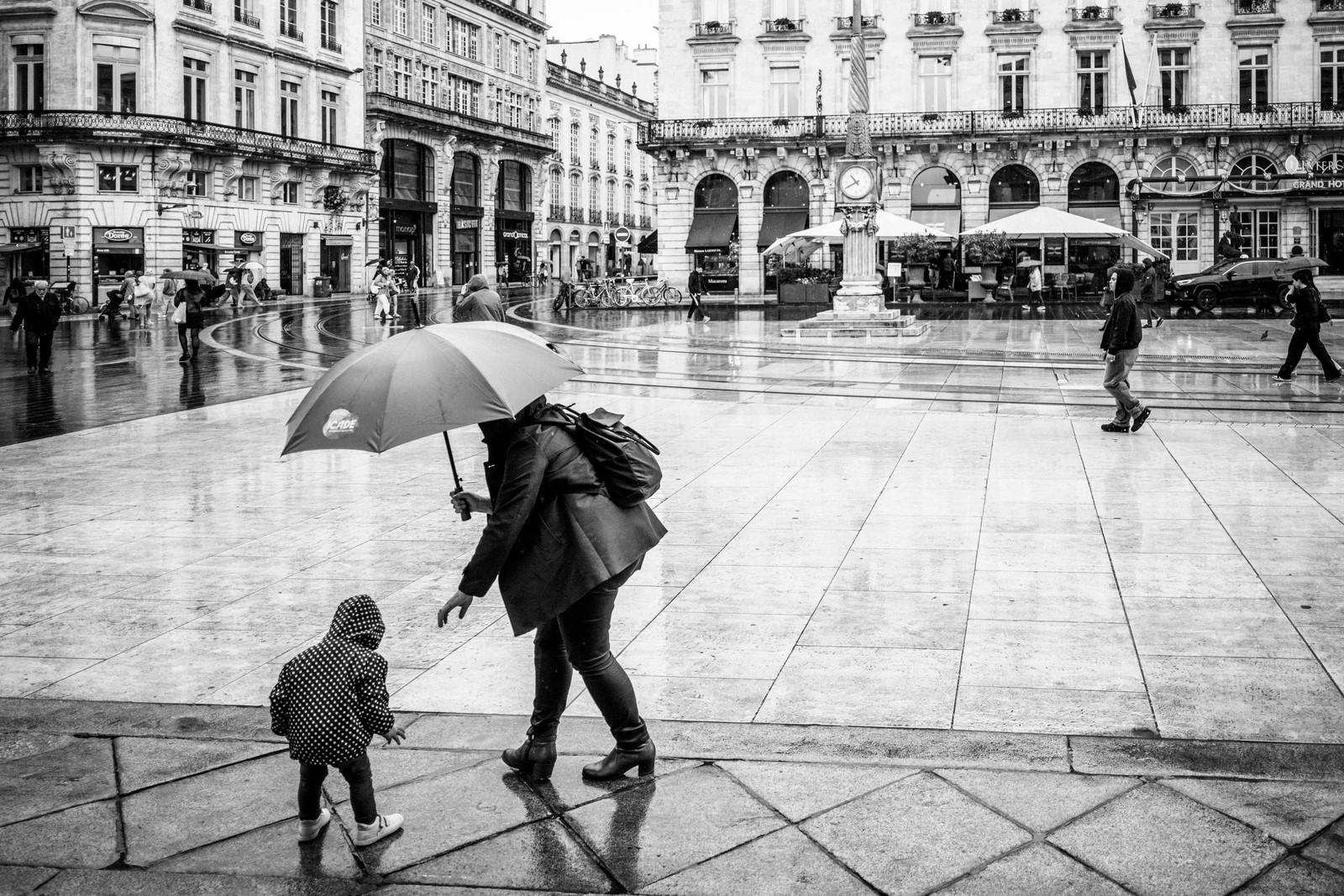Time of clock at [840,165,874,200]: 10:40
